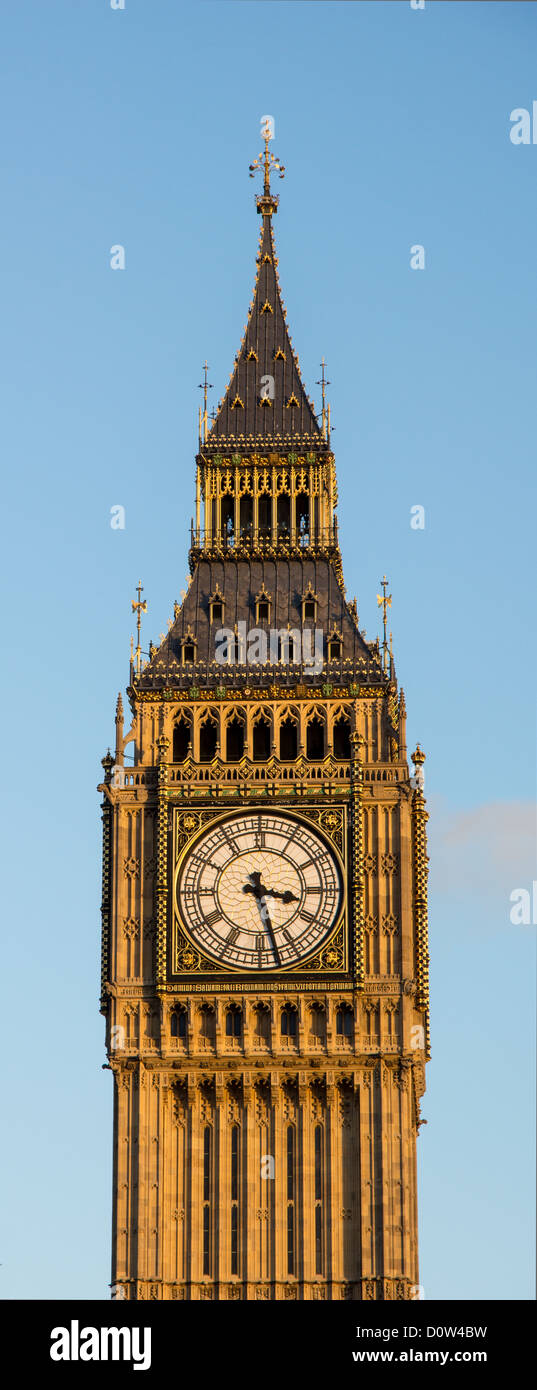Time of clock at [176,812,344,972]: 3:27
